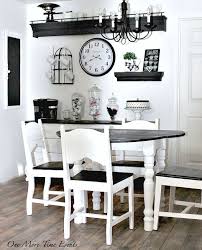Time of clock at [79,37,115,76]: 3:40
